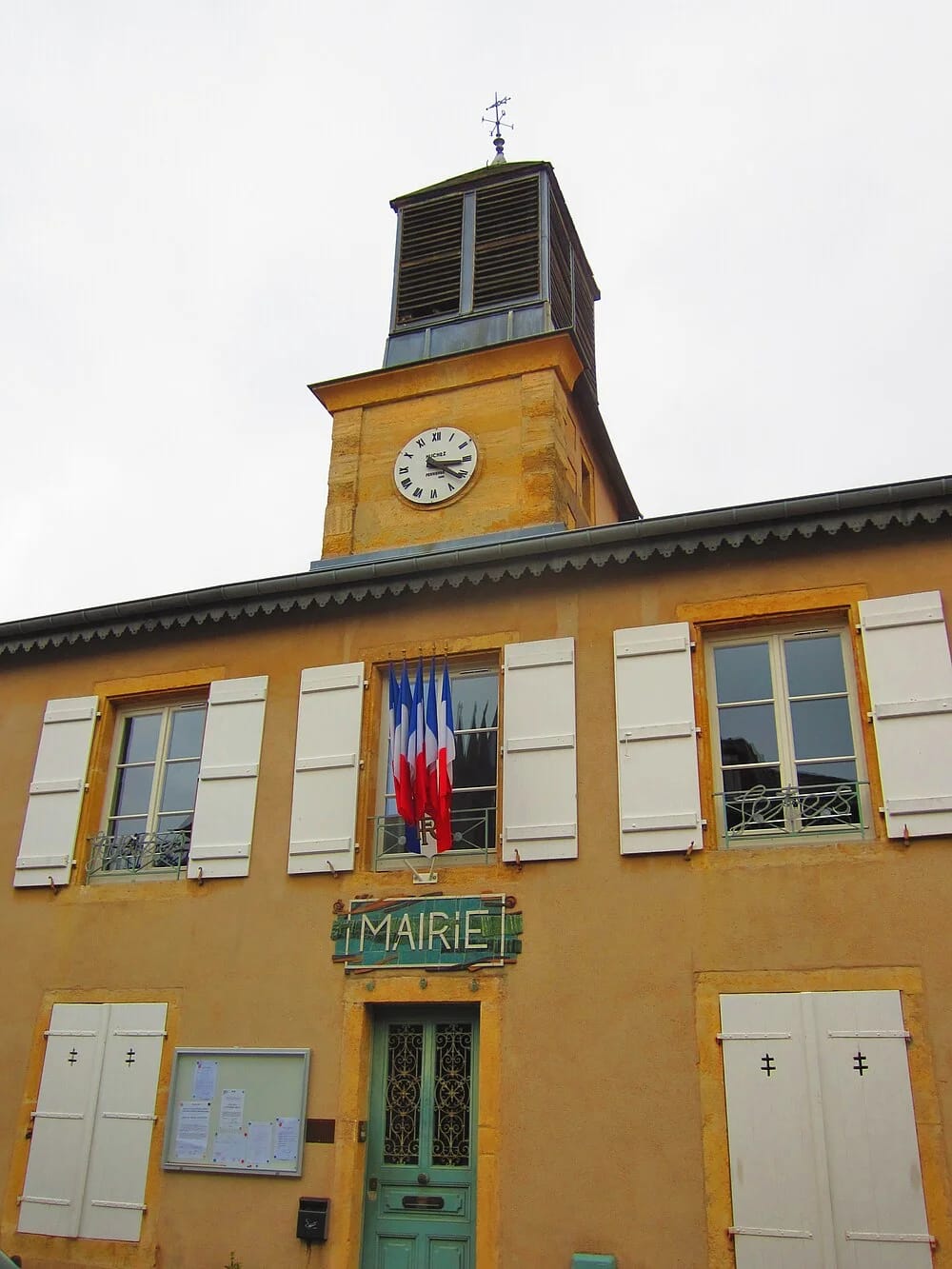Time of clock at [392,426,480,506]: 4:15
